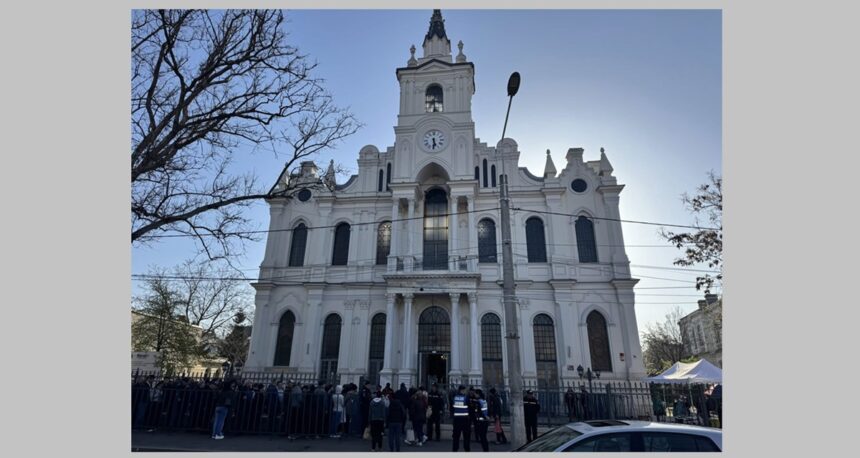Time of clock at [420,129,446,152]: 5:30
